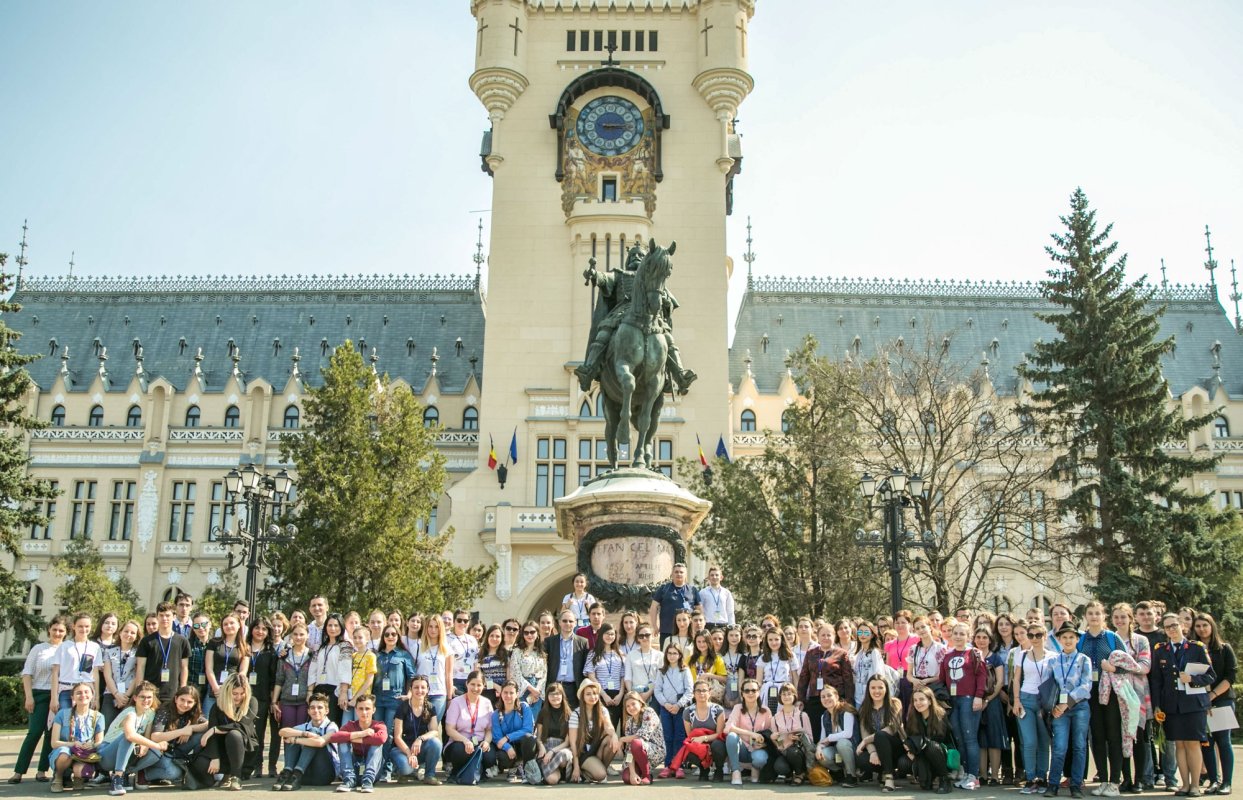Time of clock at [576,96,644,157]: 3:13
